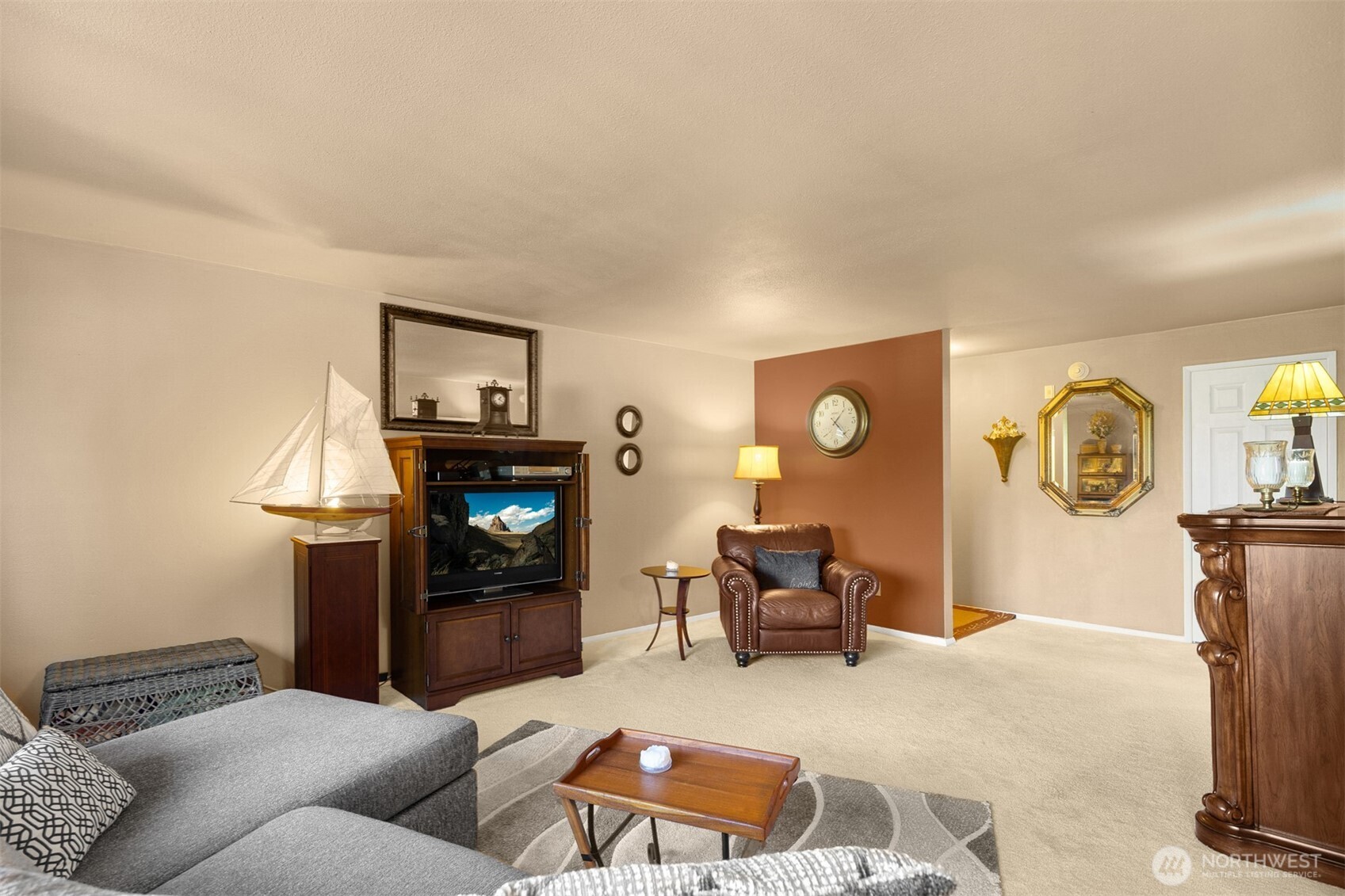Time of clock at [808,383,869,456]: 1:22
